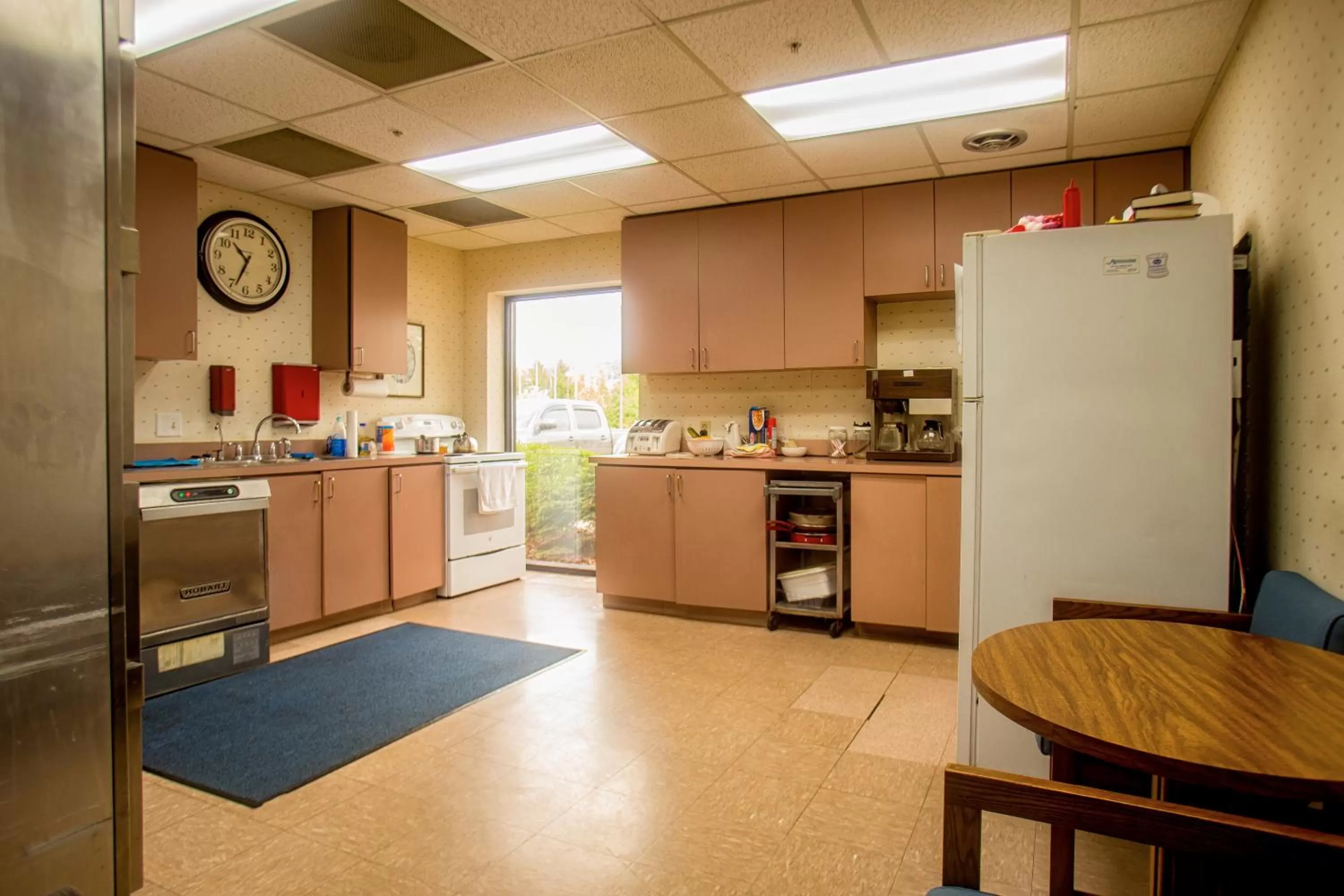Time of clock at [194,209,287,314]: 10:33
